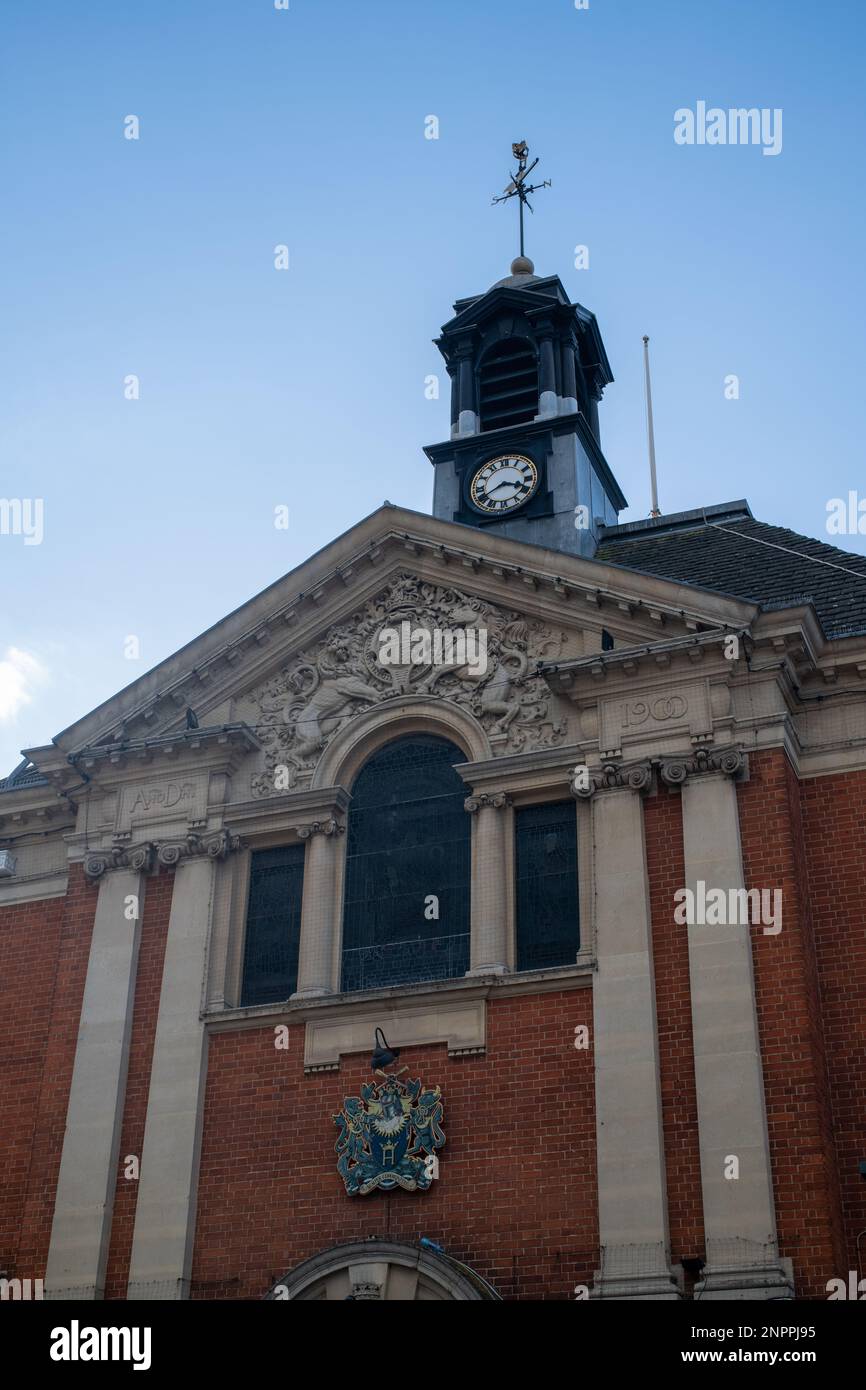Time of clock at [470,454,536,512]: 3:40
